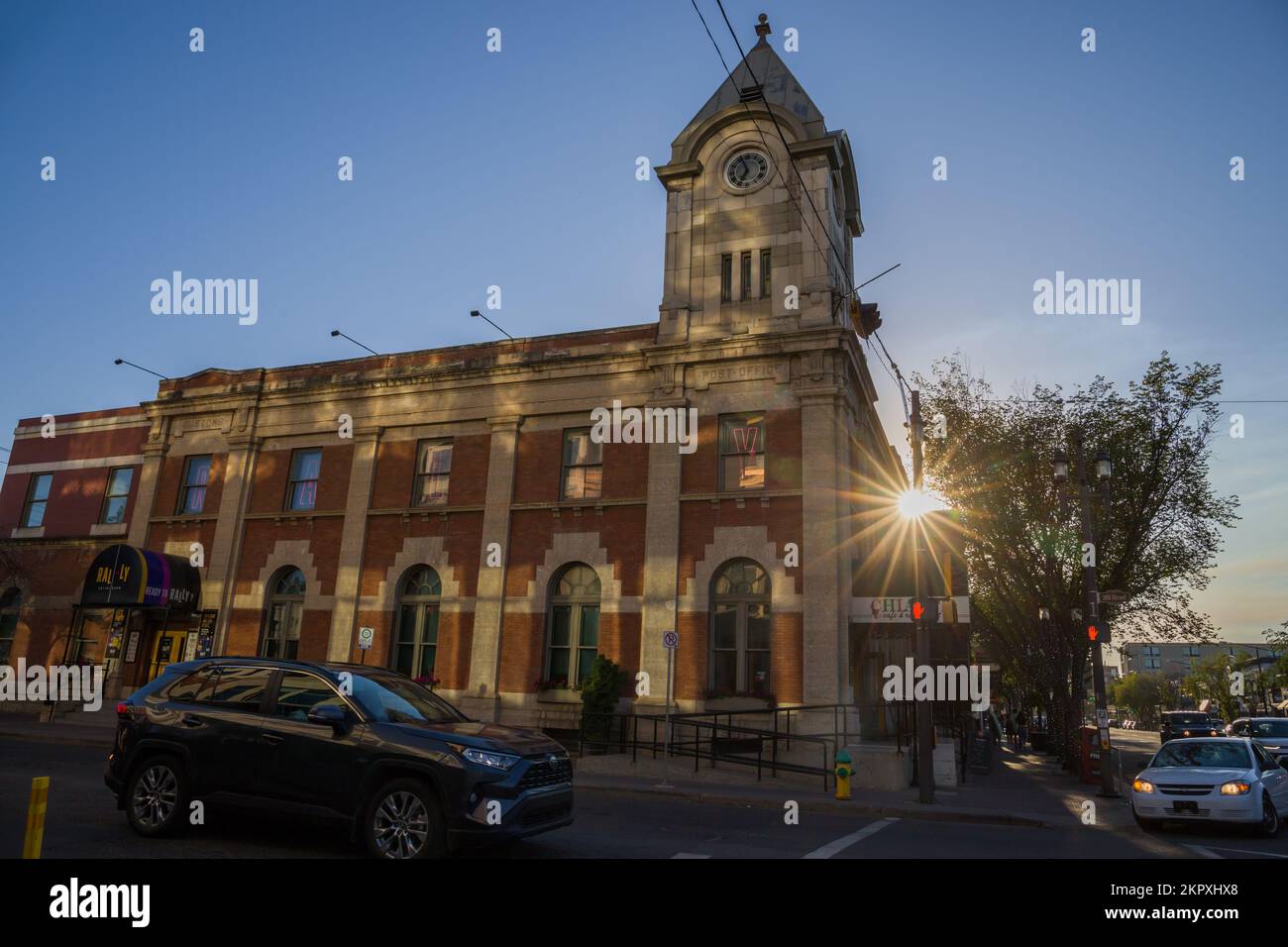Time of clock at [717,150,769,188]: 6:56
